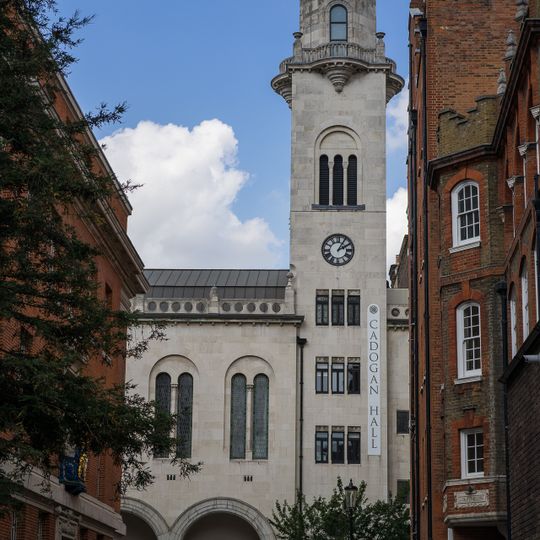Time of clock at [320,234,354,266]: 2:05
